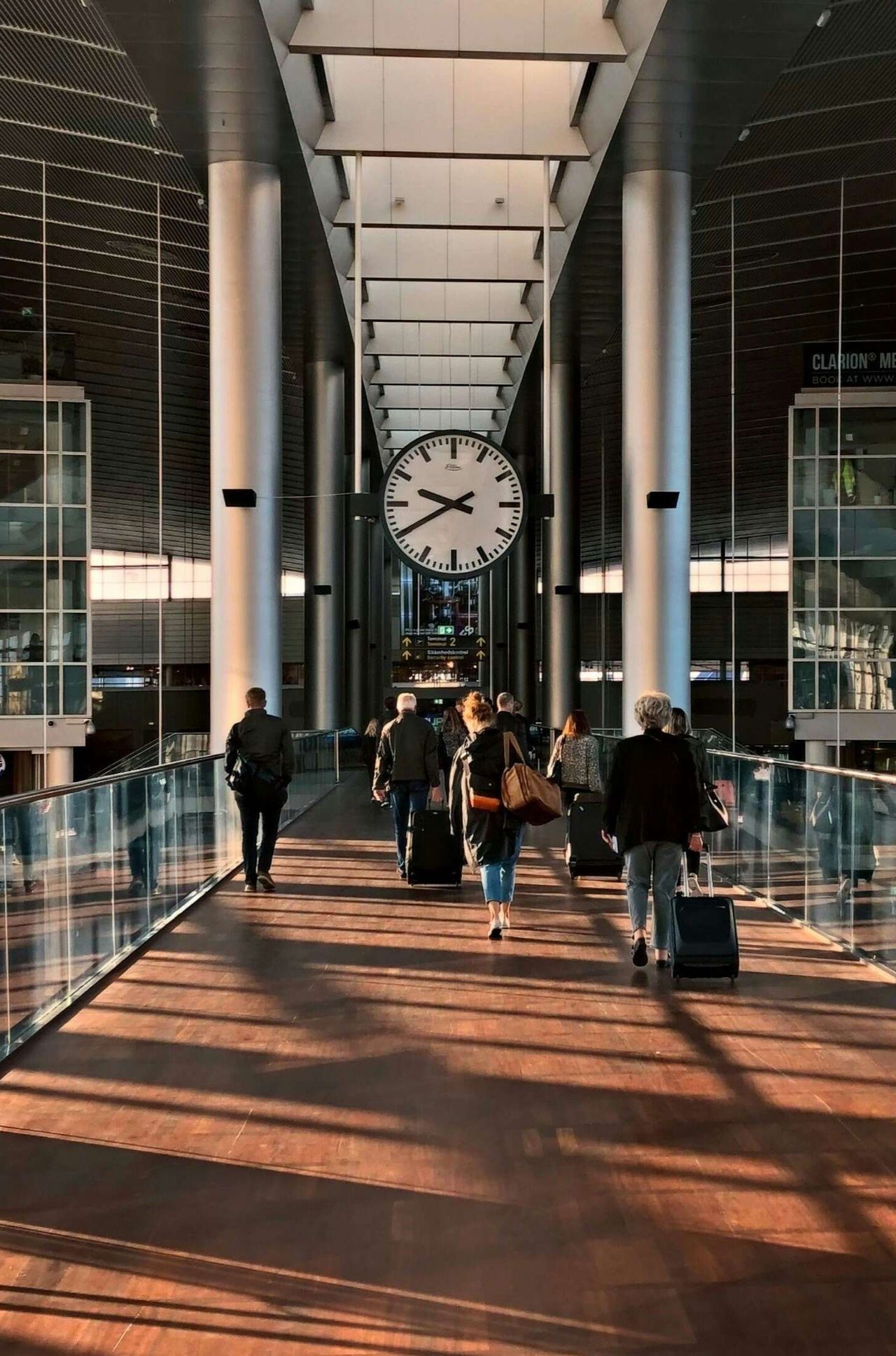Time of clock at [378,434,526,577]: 9:40
